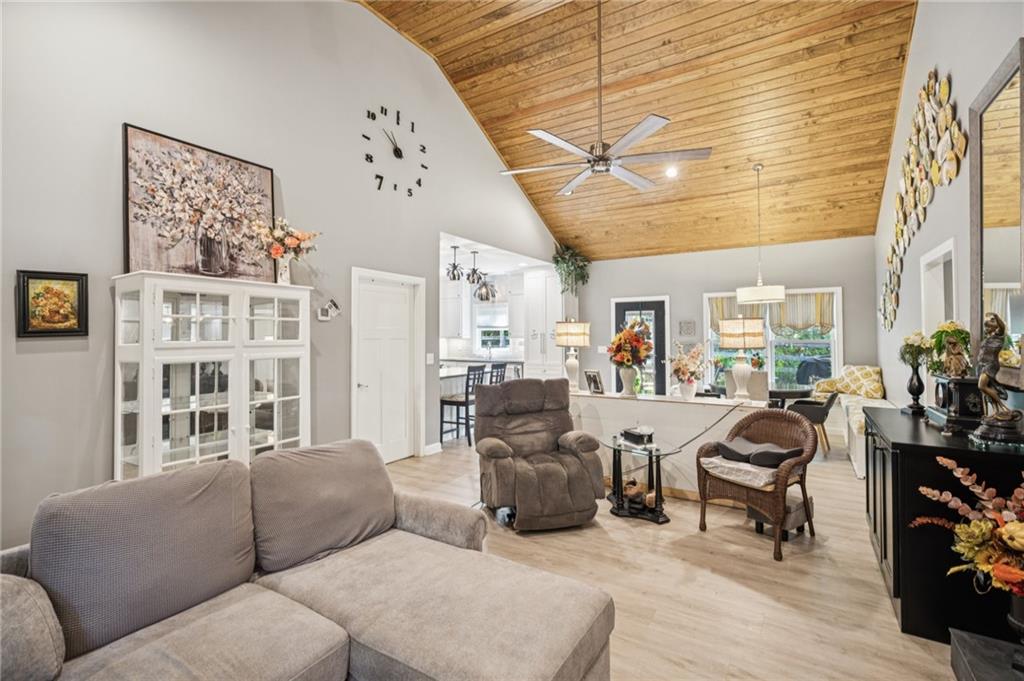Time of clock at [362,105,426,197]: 10:51
